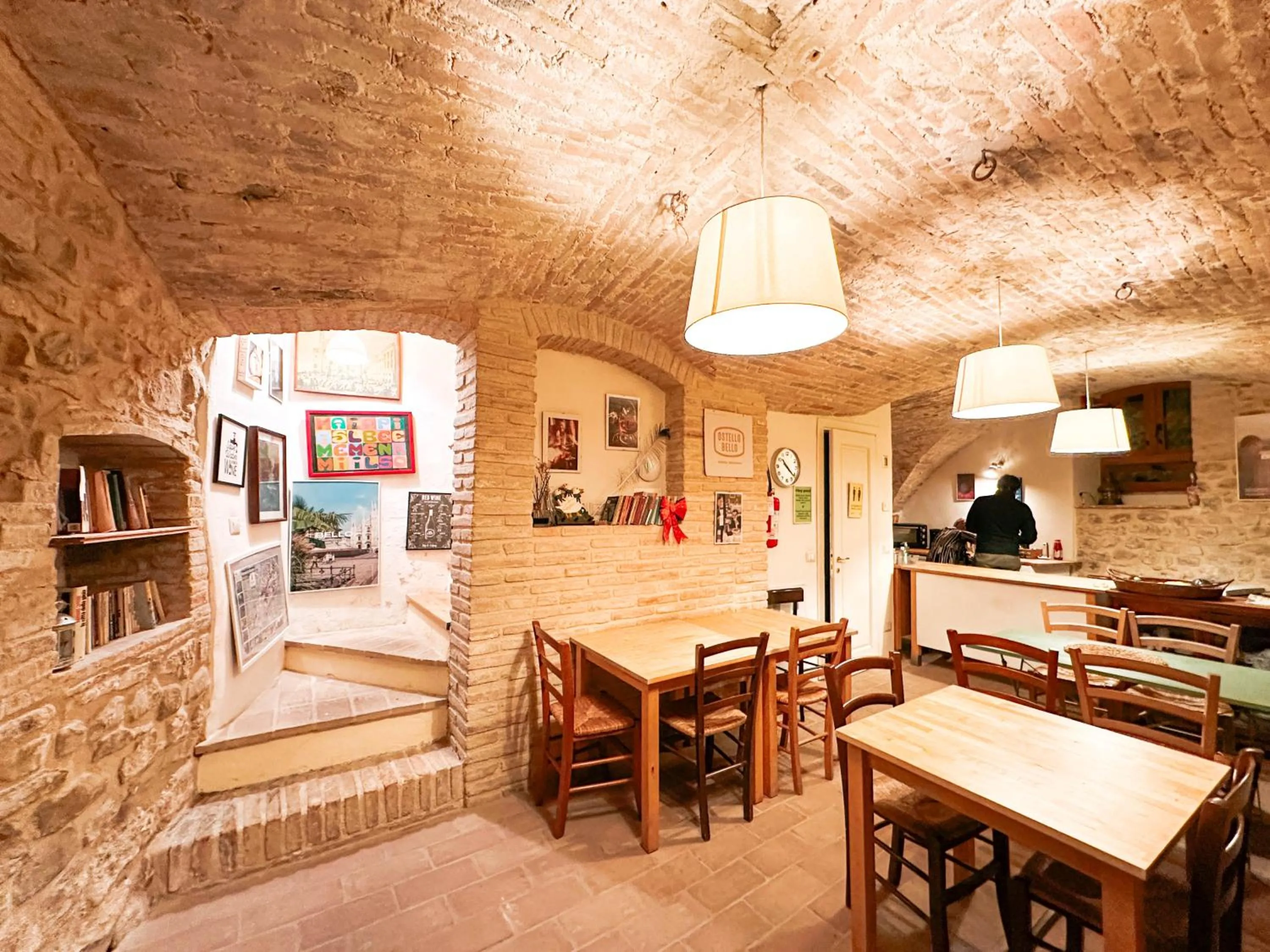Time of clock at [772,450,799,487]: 10:21
